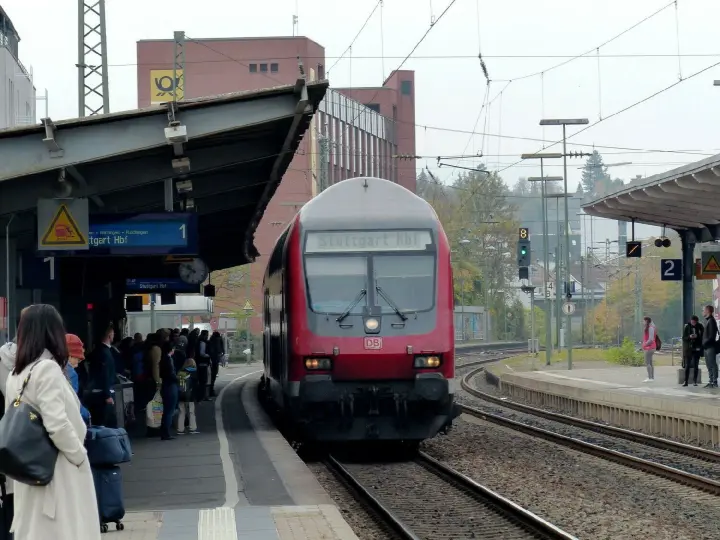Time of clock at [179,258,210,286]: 10:36
